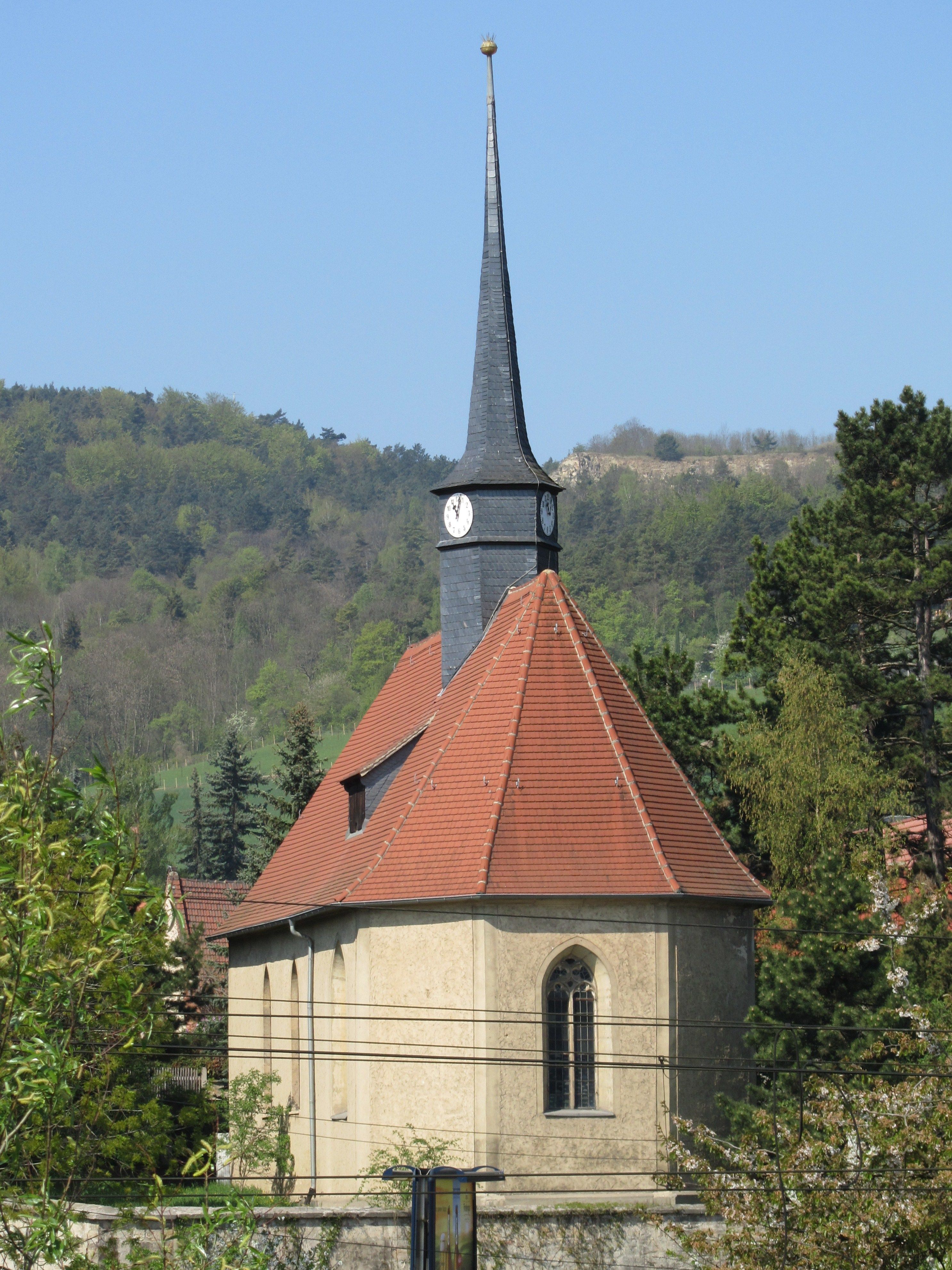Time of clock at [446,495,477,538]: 11:02
